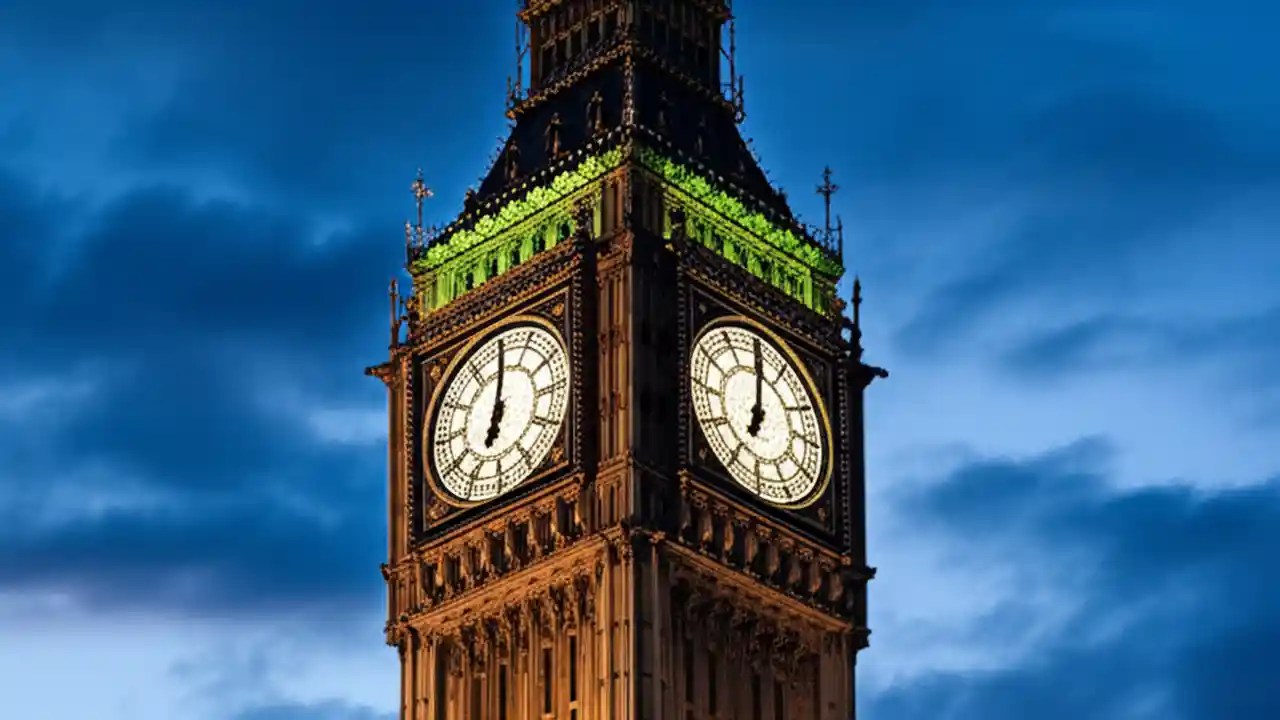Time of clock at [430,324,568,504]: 7:00
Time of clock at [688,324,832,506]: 7:00
